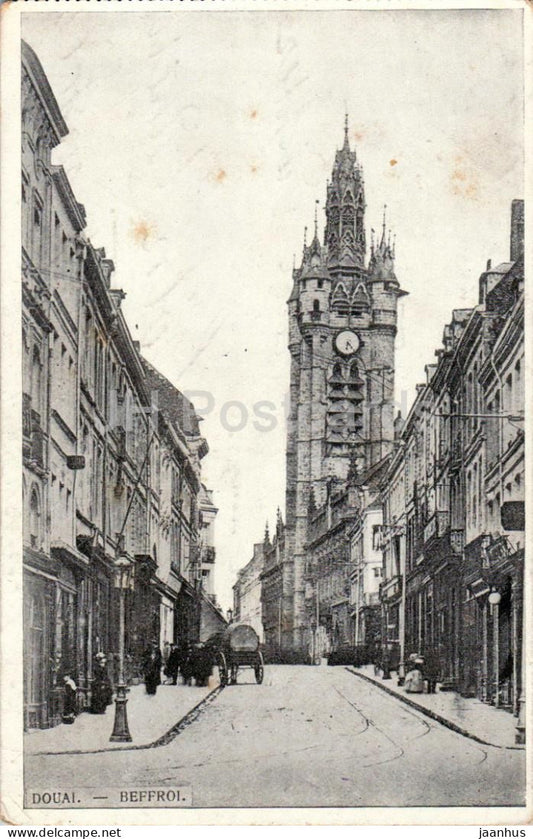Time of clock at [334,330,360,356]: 6:23
